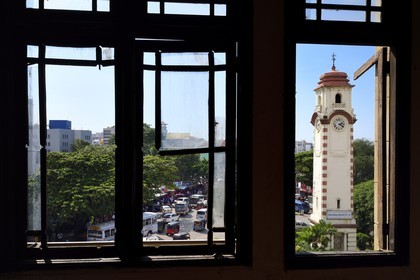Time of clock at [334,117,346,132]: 2:21
